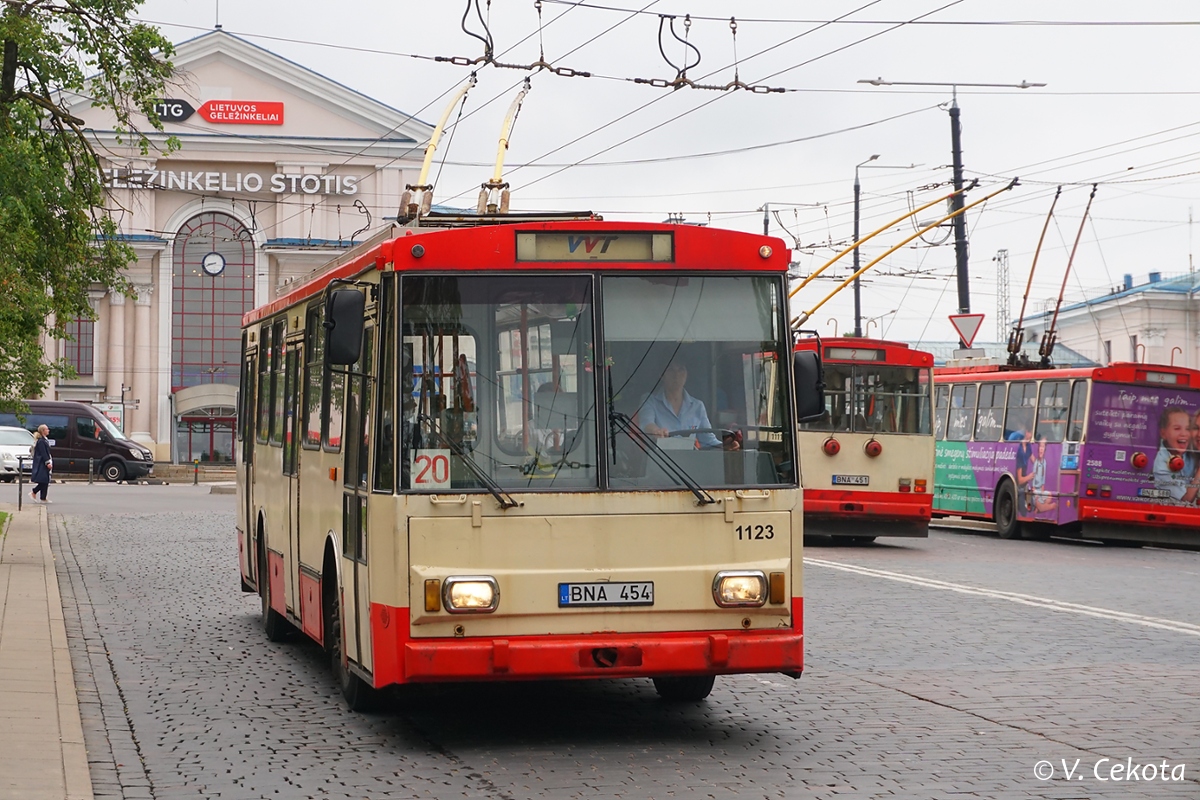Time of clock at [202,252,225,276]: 8:42
